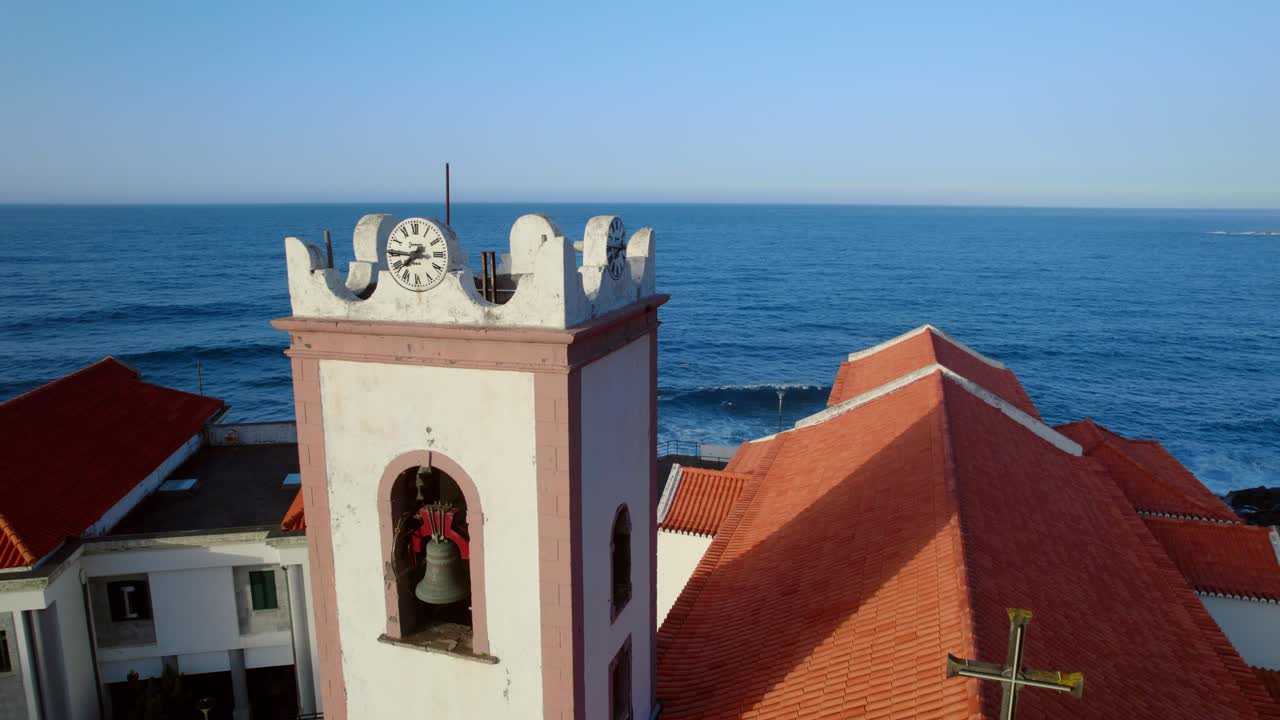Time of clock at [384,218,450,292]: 7:45
